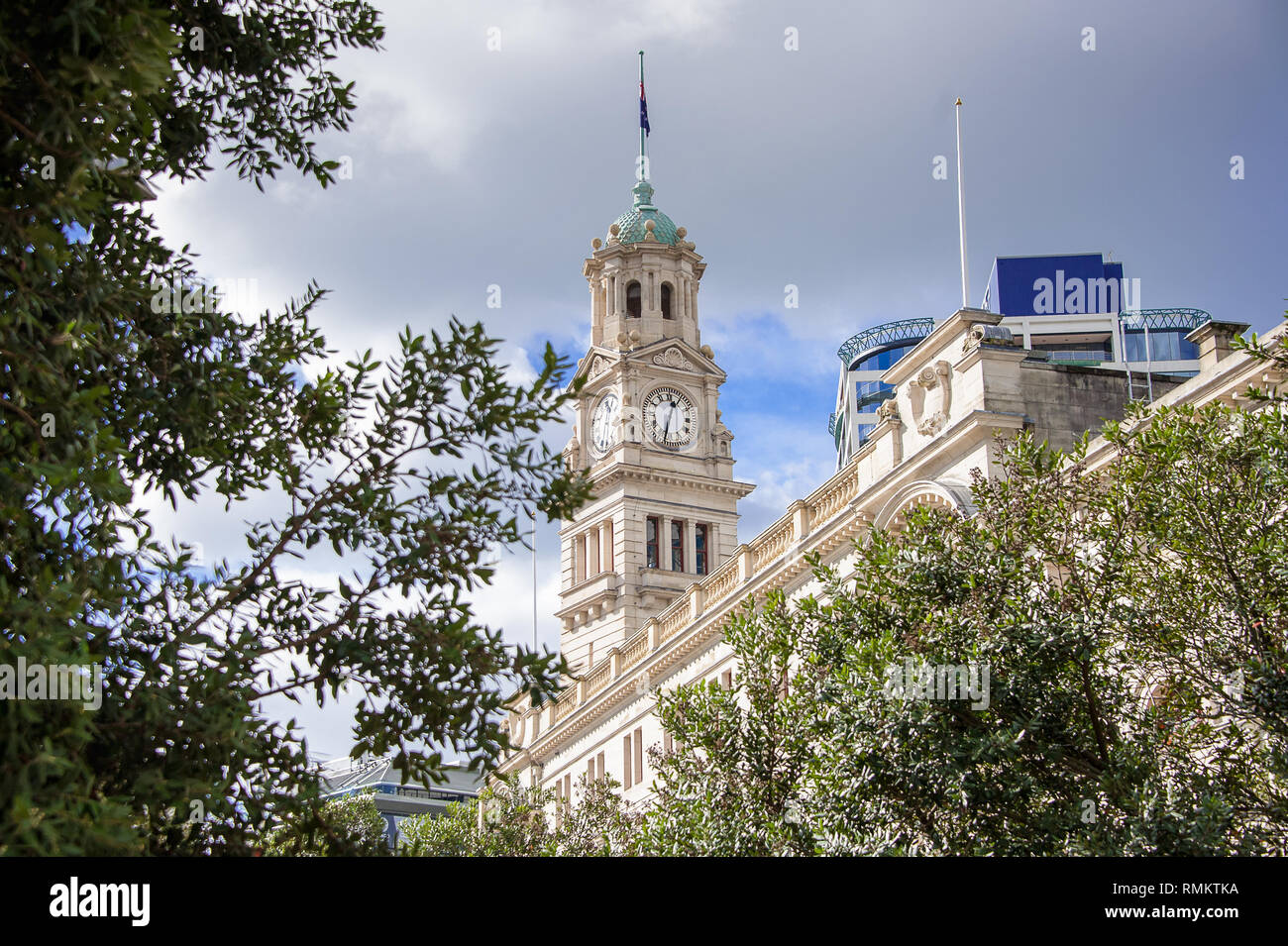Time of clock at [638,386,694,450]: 12:32
